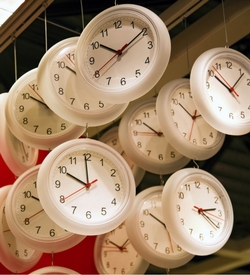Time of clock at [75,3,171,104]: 10:09
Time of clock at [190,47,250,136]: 10:06
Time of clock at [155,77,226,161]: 10:07
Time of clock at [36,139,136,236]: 9:59
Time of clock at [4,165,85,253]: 9:59
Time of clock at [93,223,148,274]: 1:50
